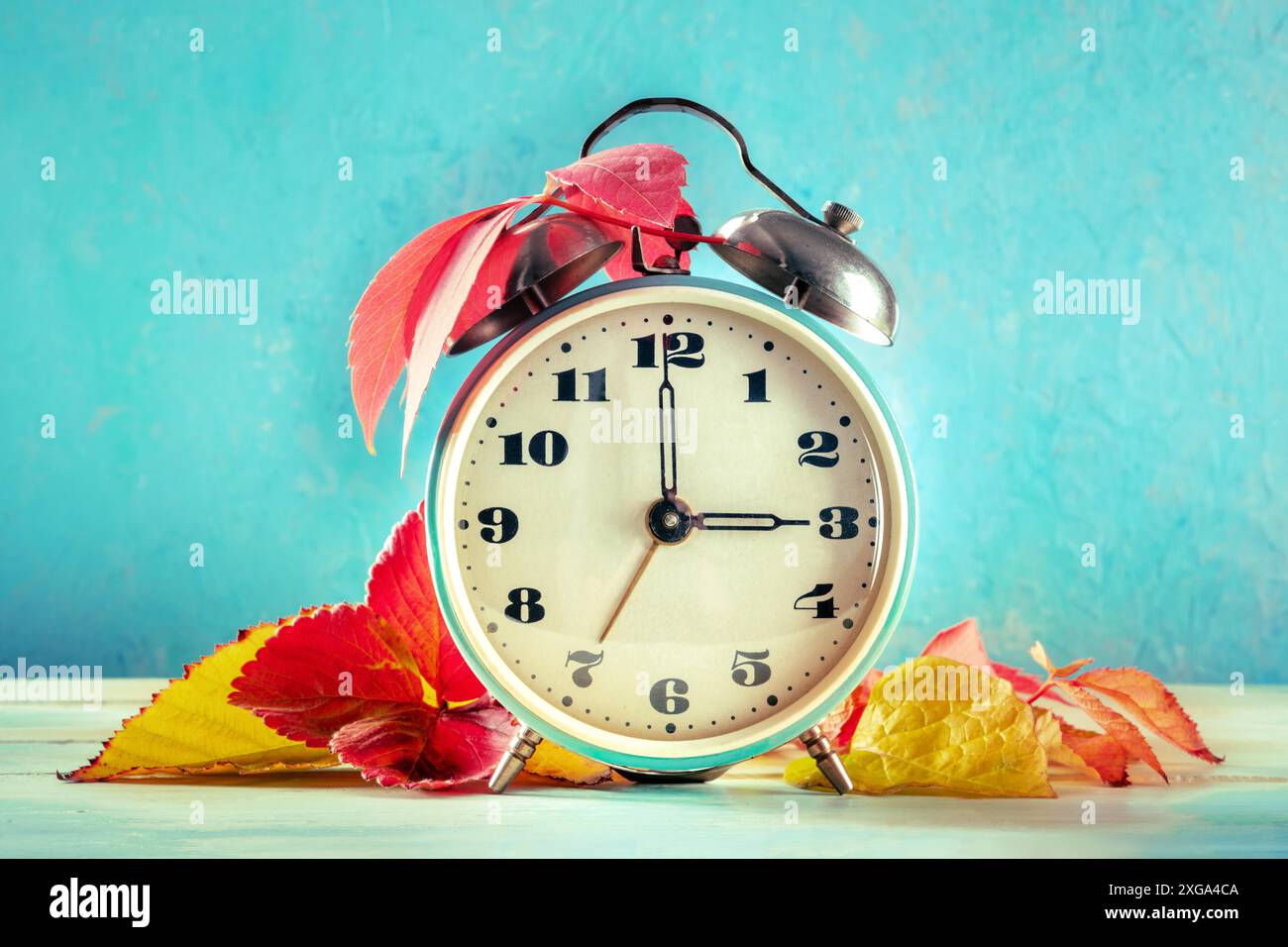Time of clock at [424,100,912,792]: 3:00
